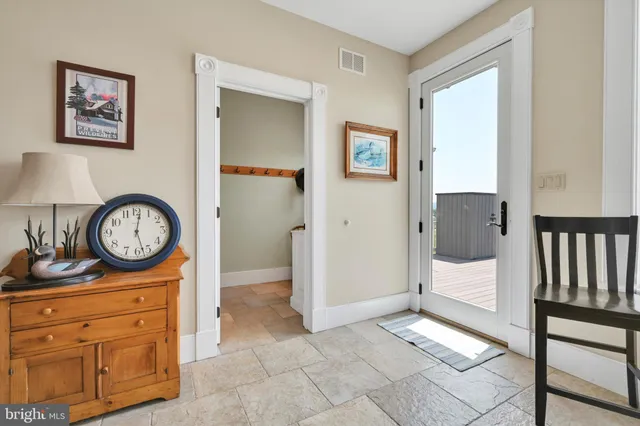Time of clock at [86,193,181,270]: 12:27
